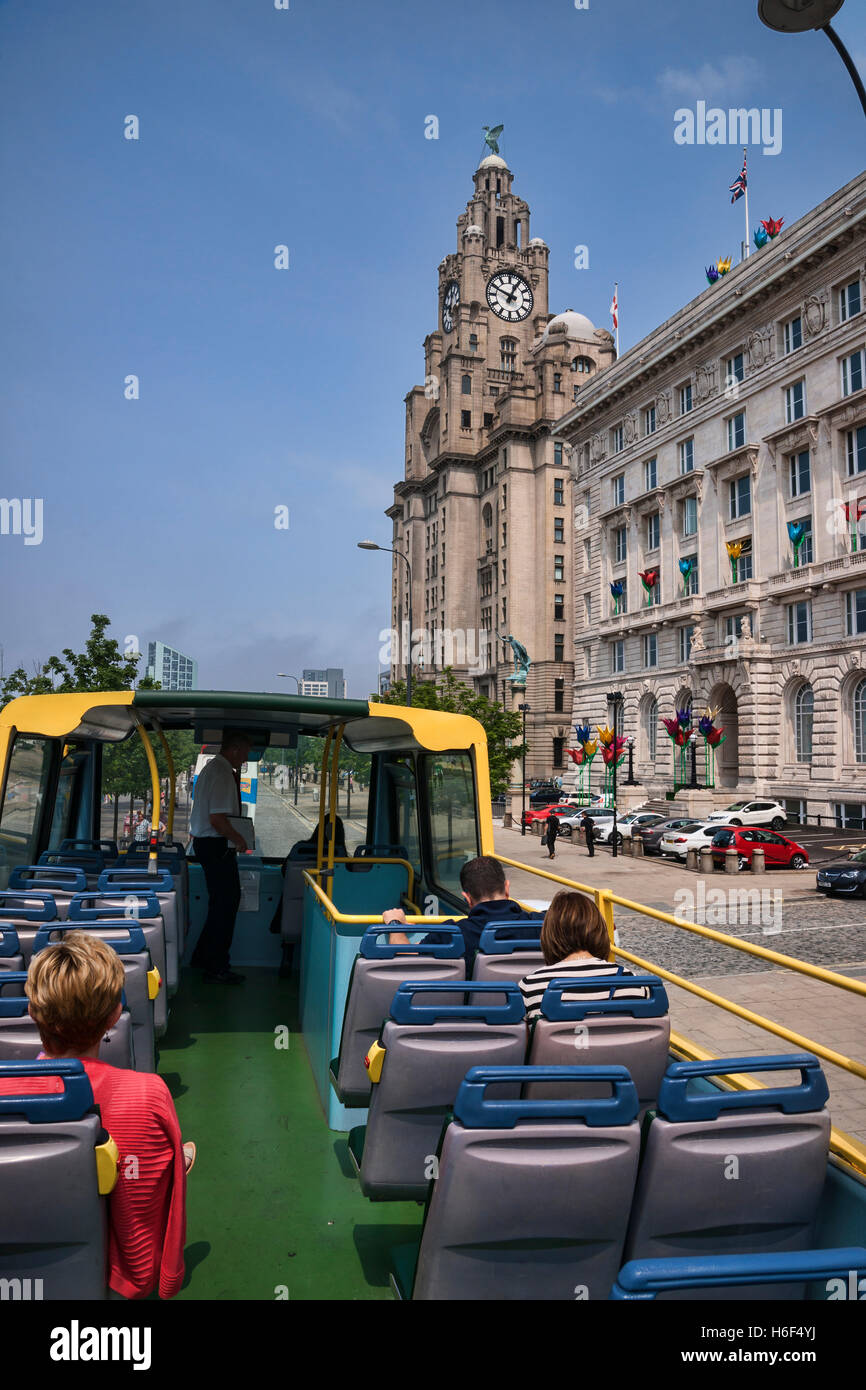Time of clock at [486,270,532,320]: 12:49
